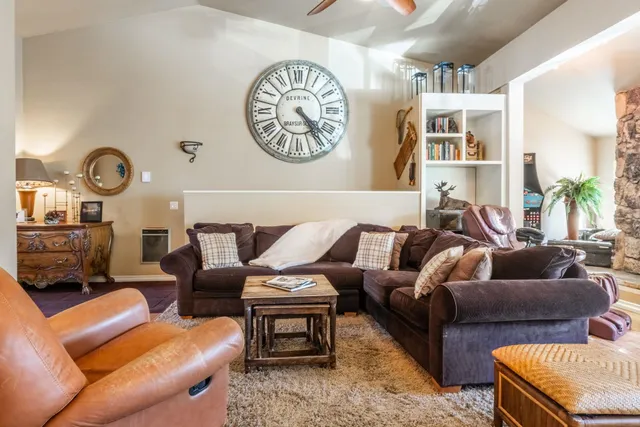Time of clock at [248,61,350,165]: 4:23
